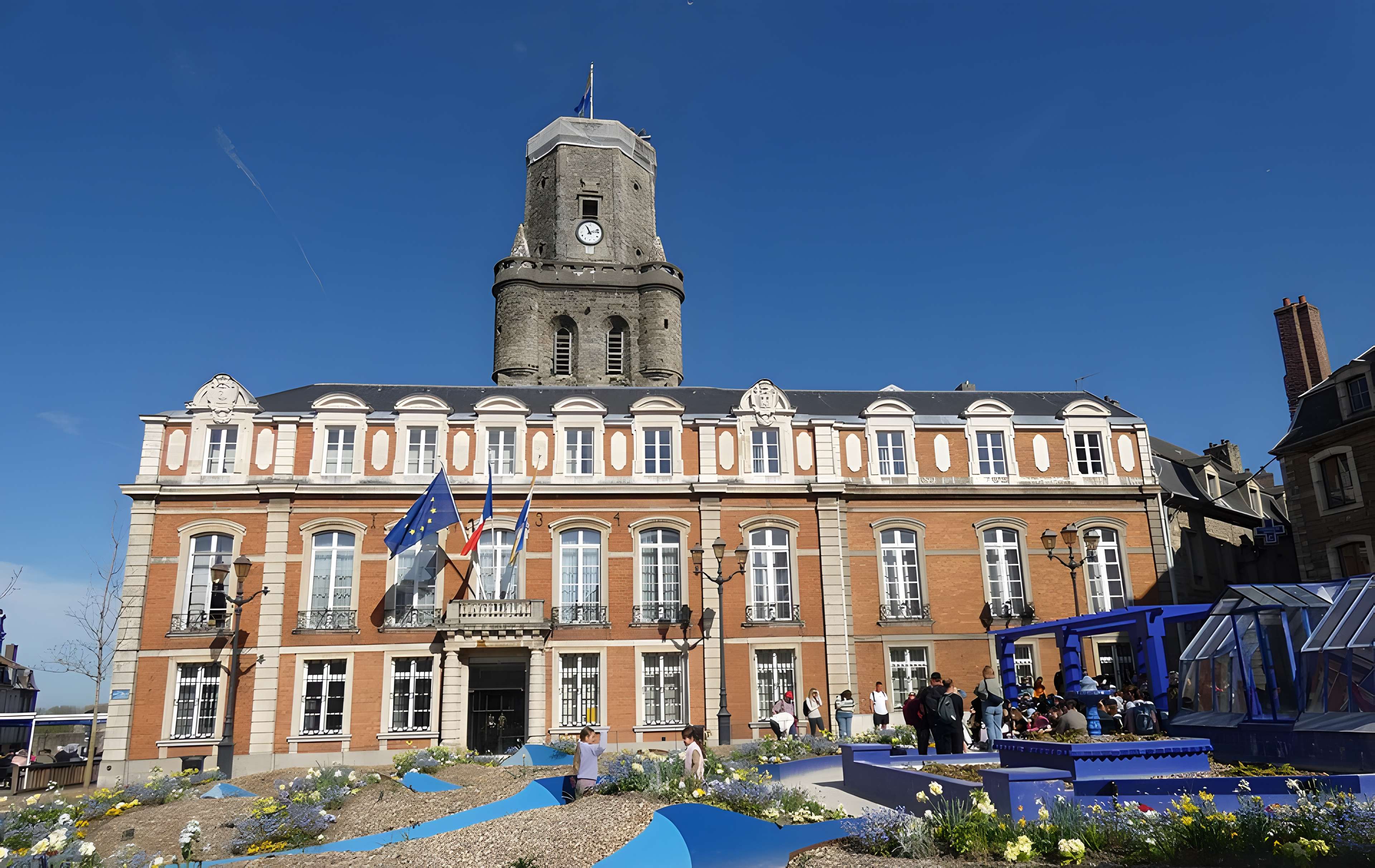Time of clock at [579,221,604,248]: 11:13
